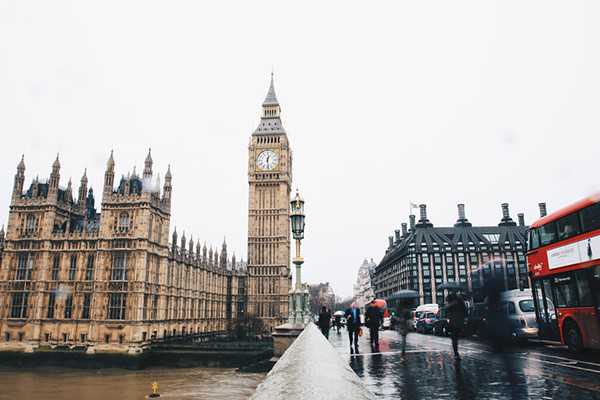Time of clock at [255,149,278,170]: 12:28
